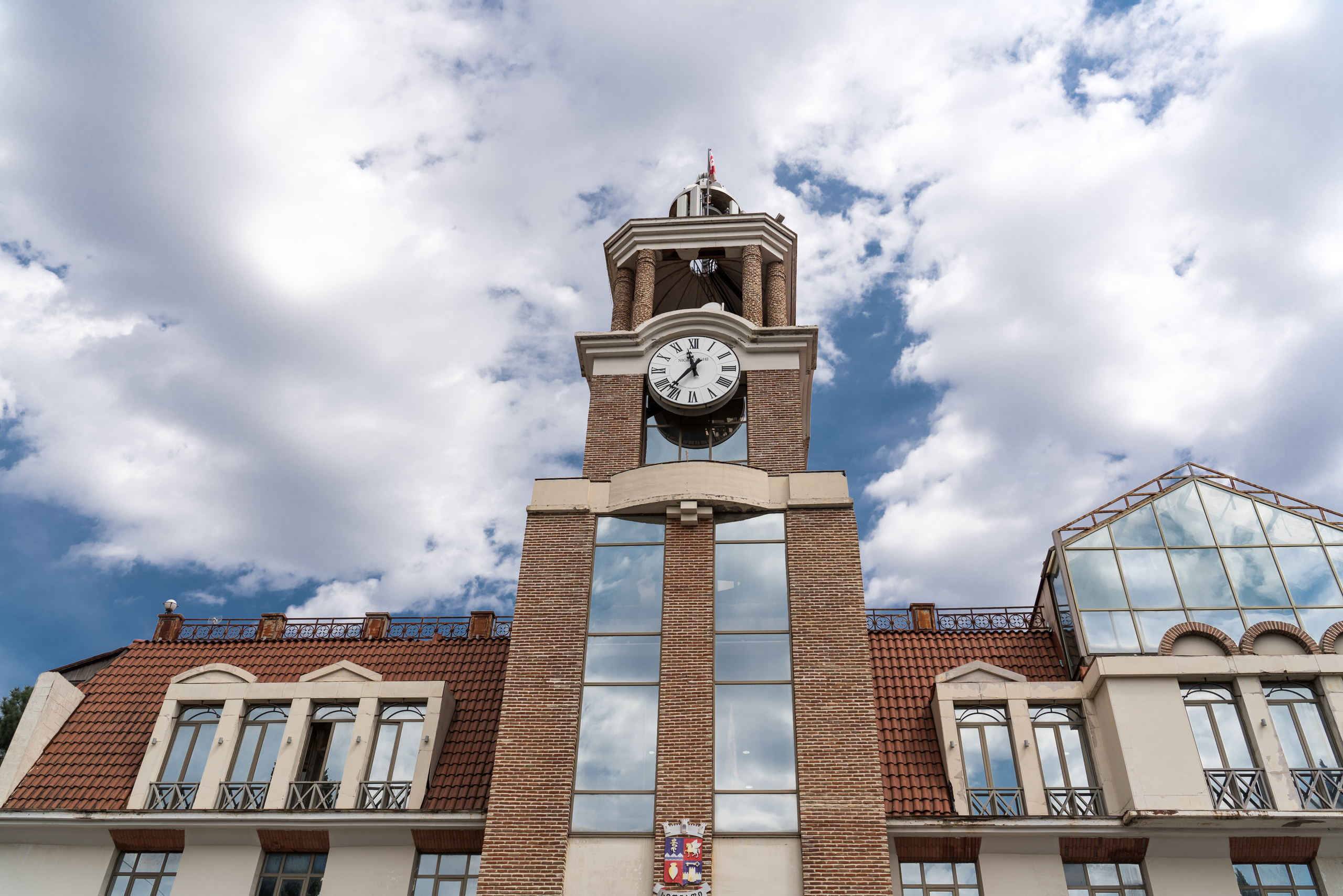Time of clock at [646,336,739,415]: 11:36
